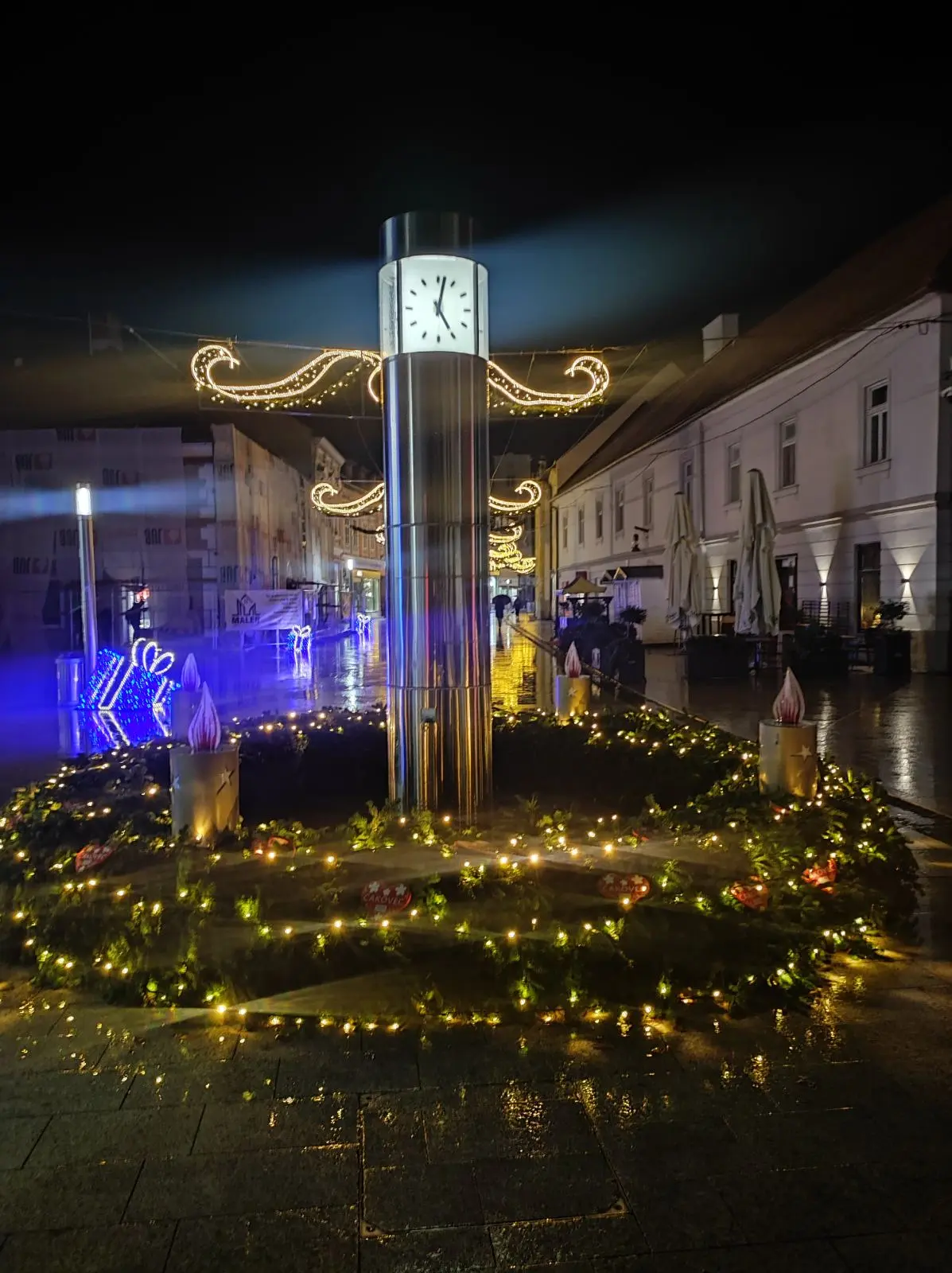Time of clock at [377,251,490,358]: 5:02
